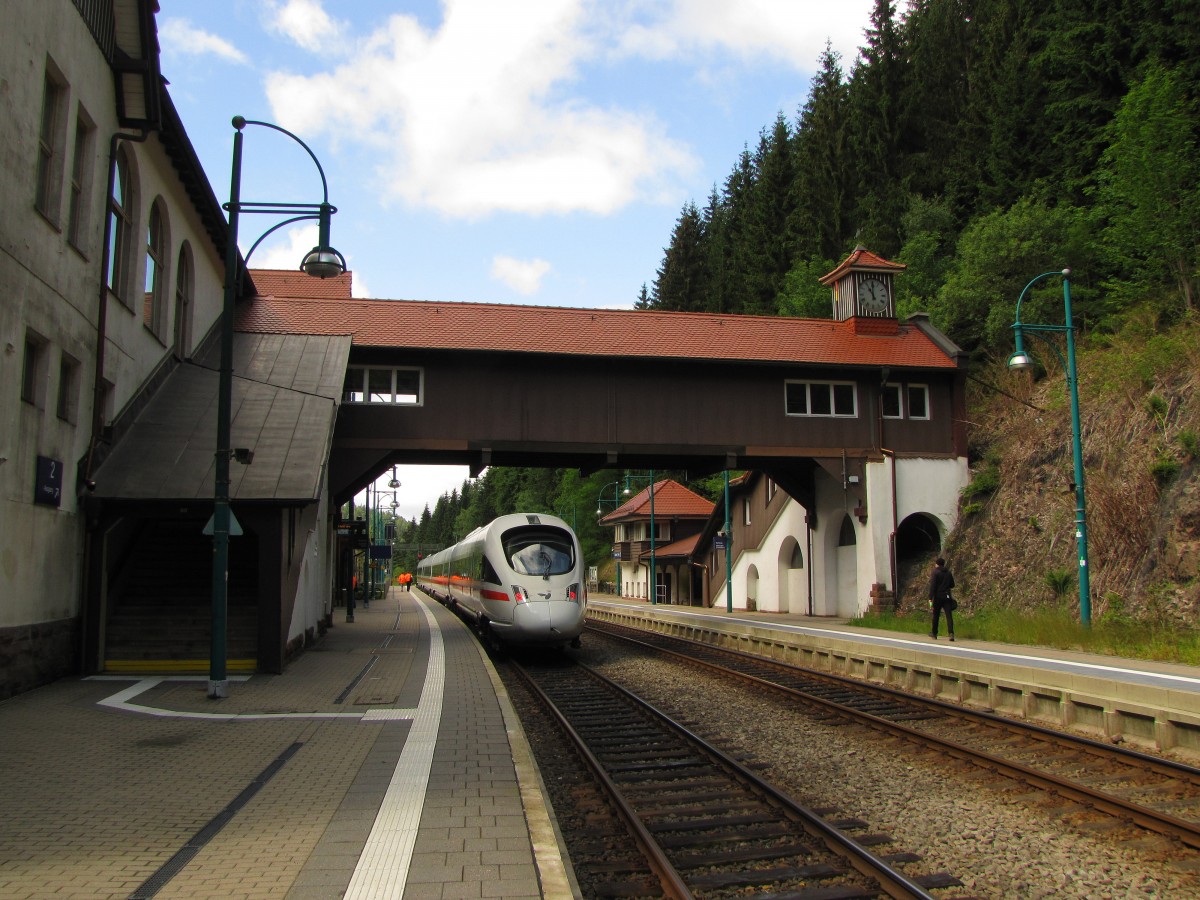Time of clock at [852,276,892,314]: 11:00
